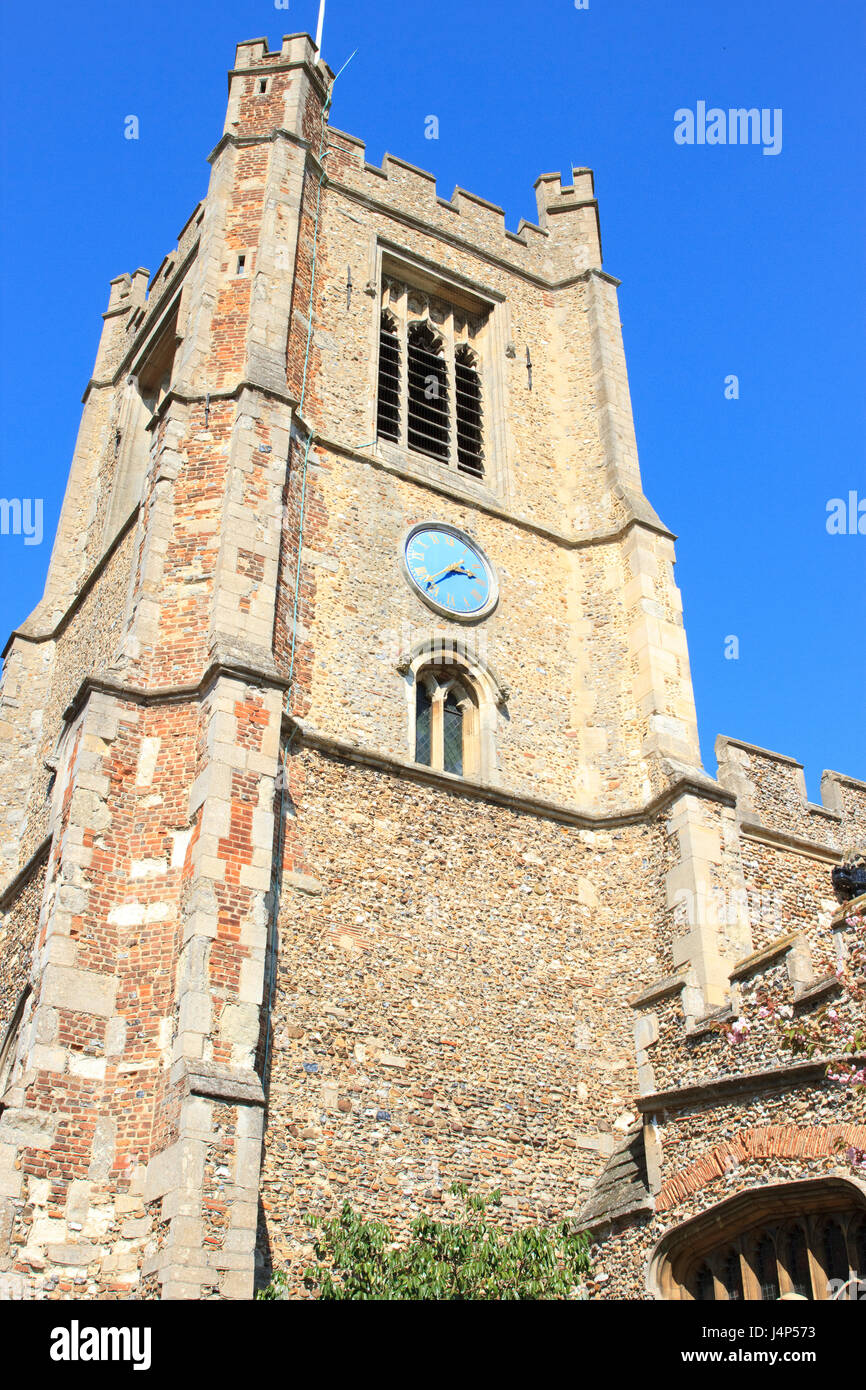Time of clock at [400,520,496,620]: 2:37
